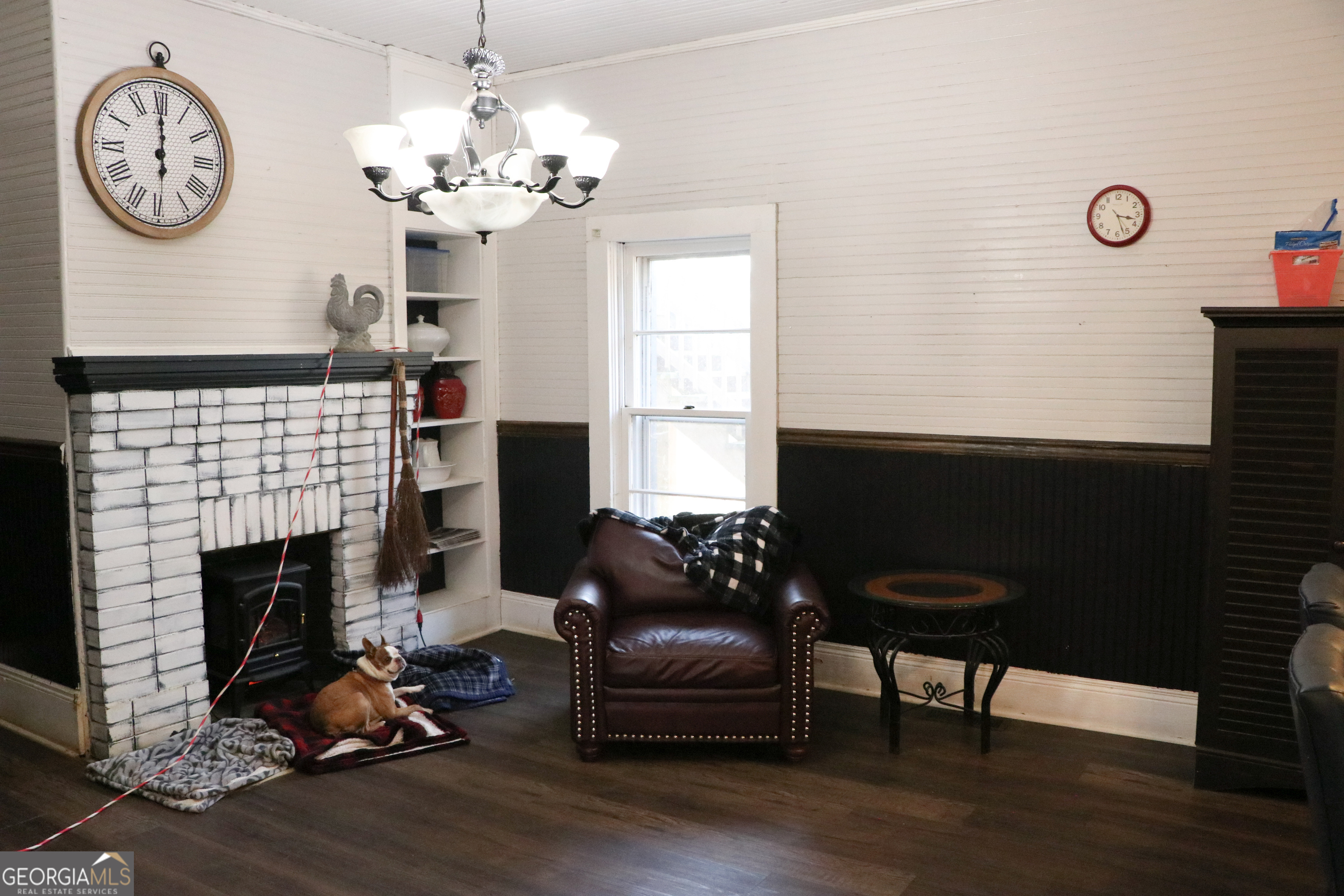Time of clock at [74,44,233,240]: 5:59
